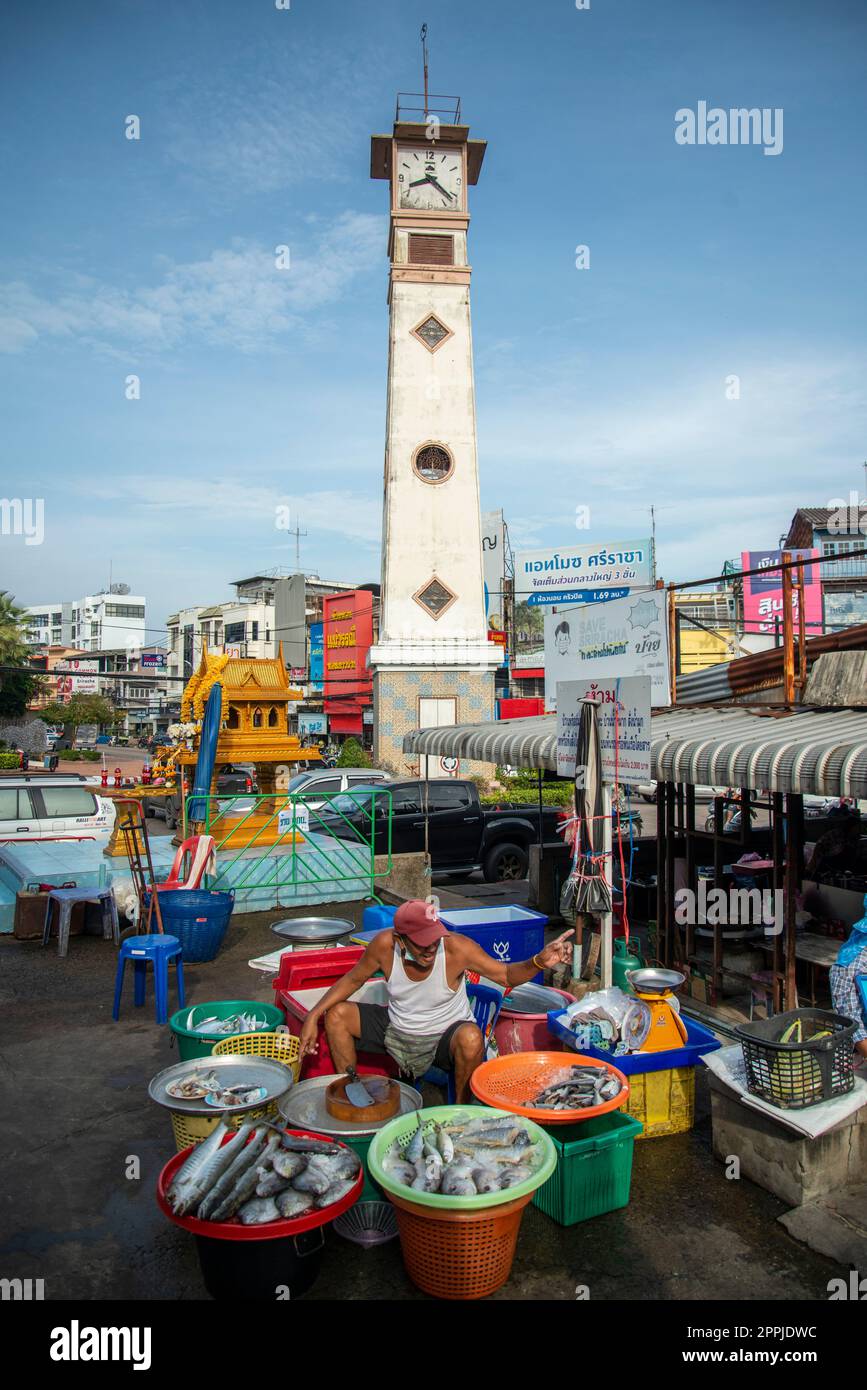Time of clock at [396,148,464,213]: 8:21
